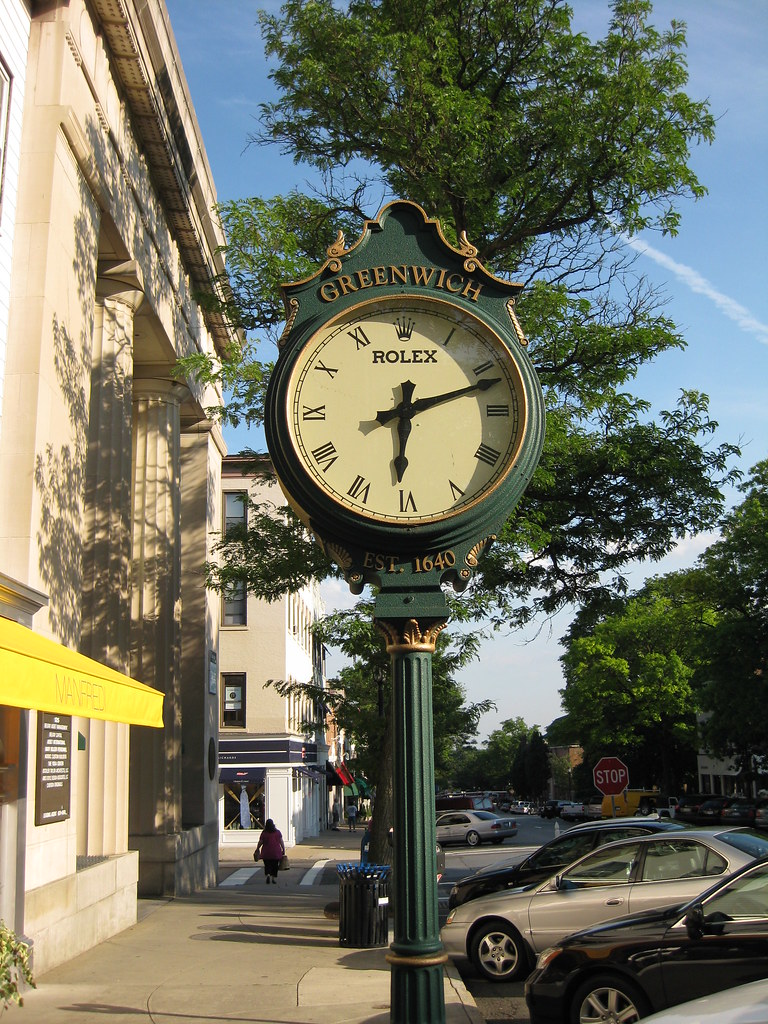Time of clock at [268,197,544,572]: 6:11
